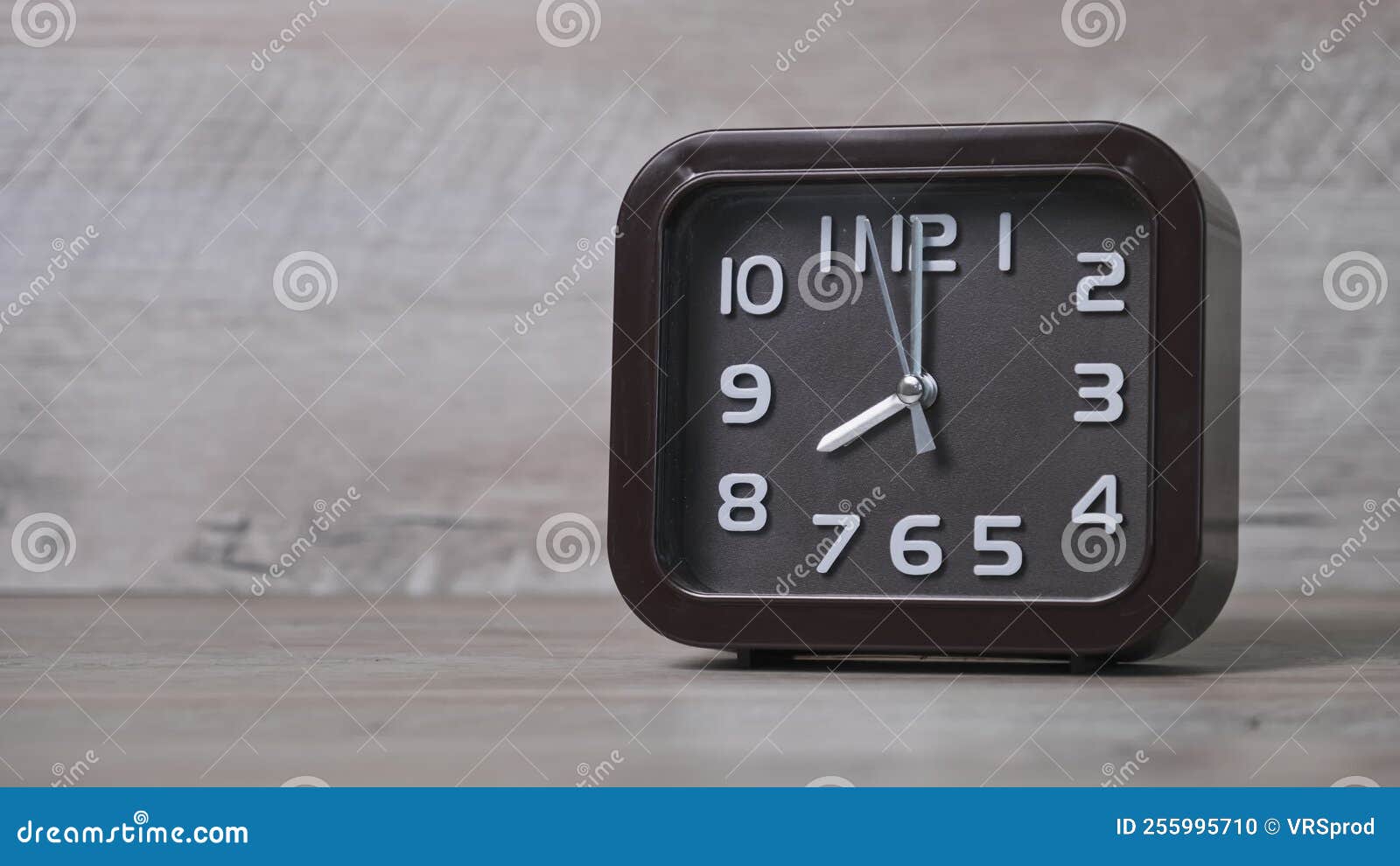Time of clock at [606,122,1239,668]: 8:00
